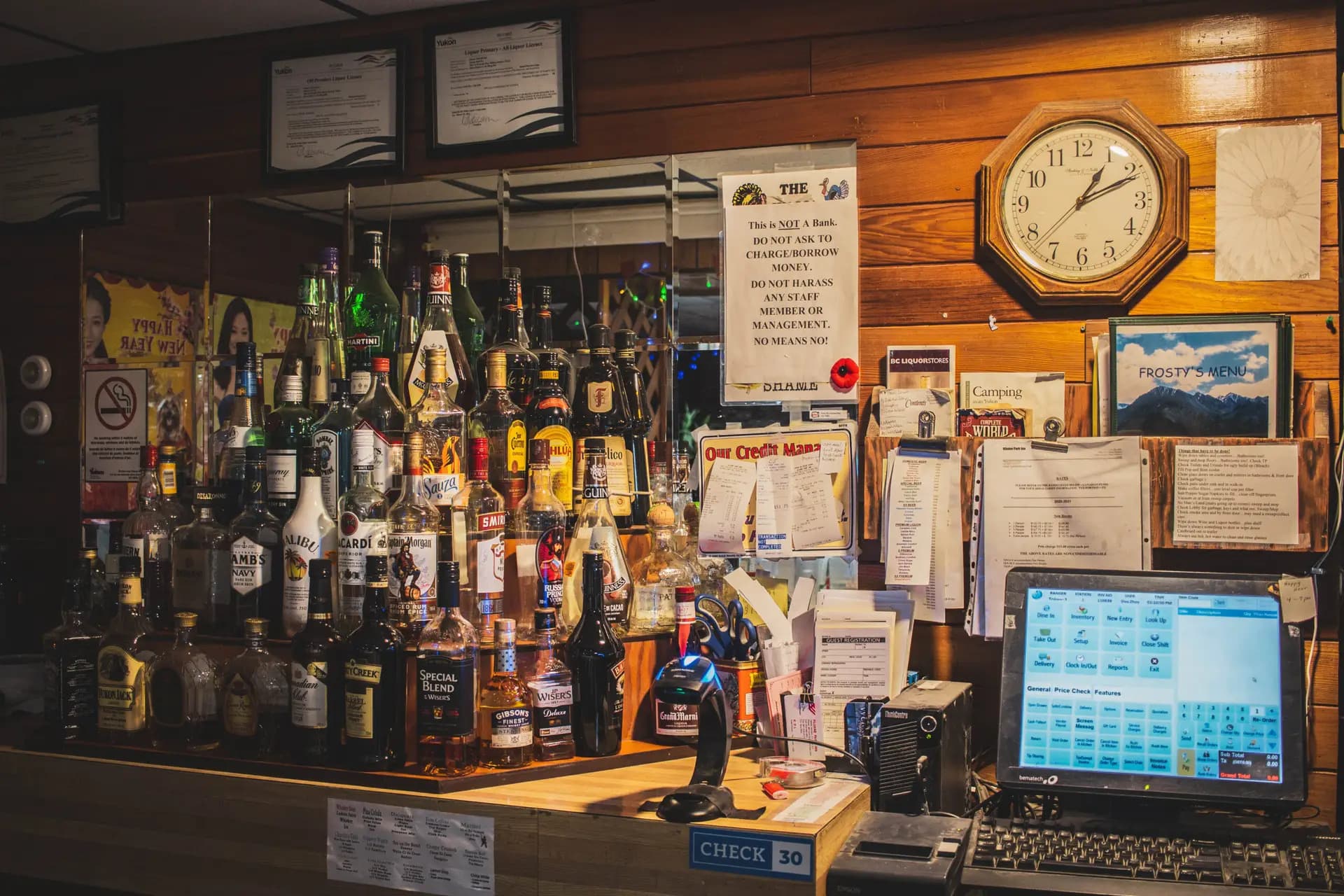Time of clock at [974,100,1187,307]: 1:10
